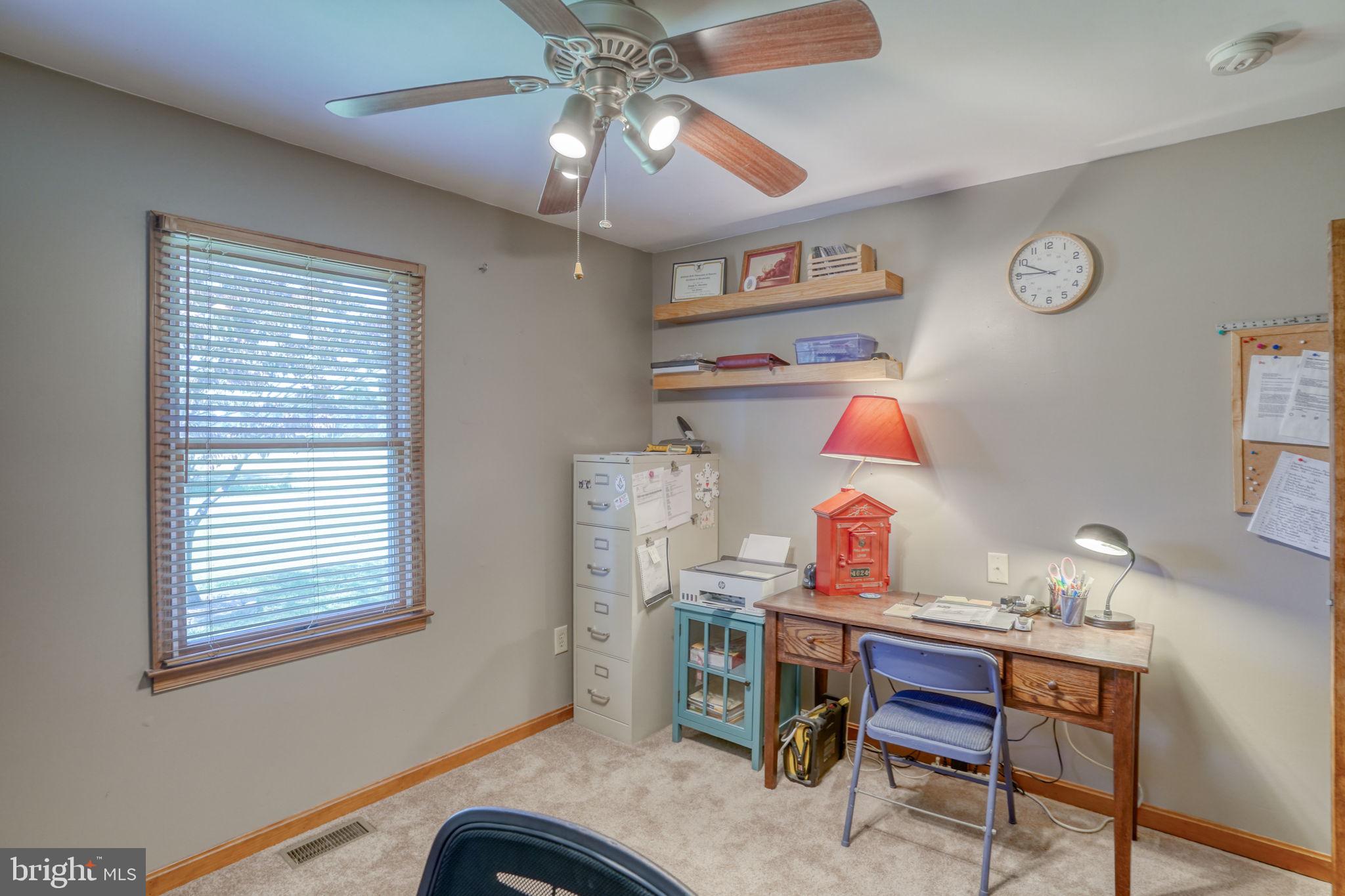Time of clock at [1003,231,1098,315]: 9:45
